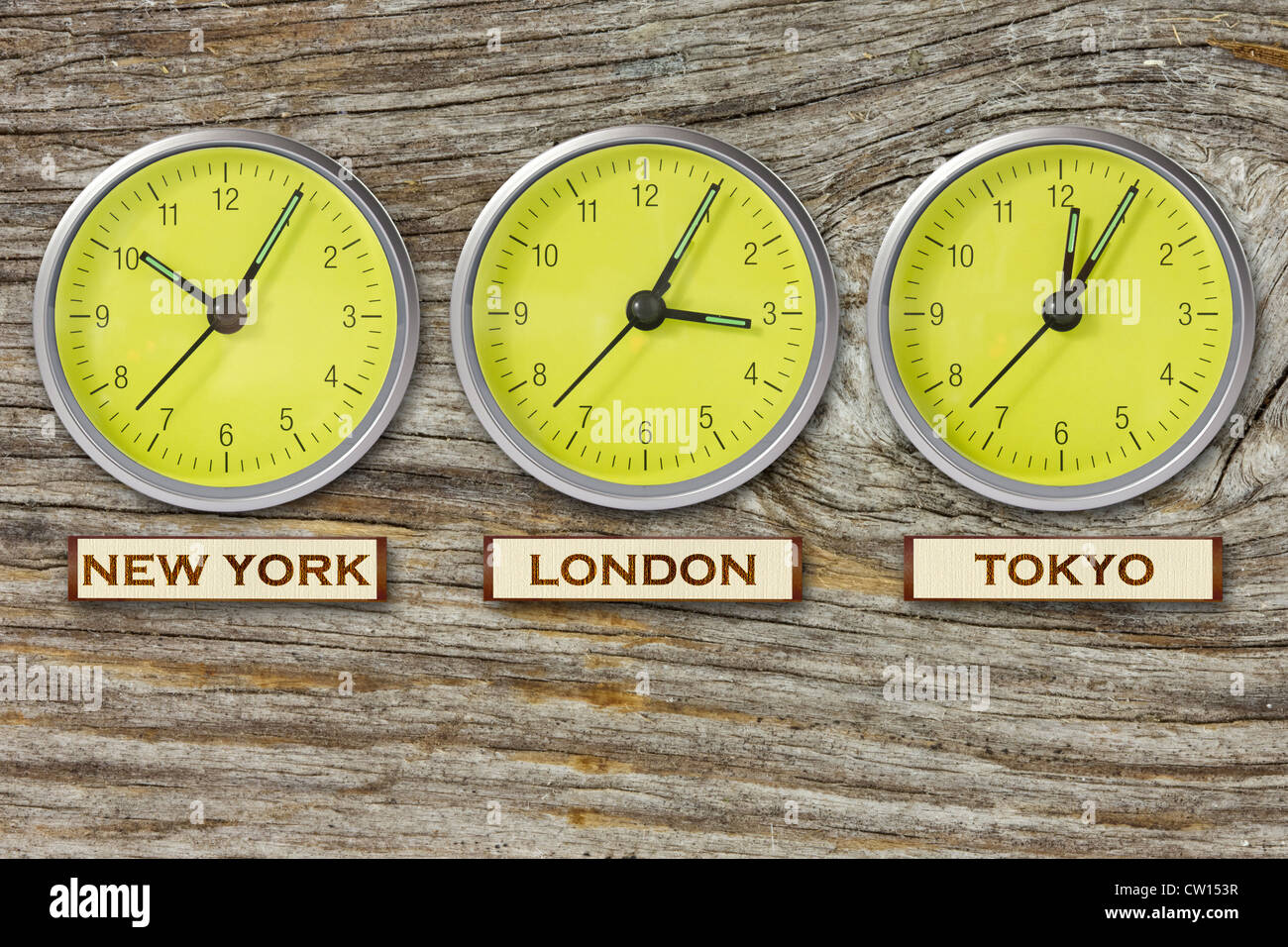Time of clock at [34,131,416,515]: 10:05
